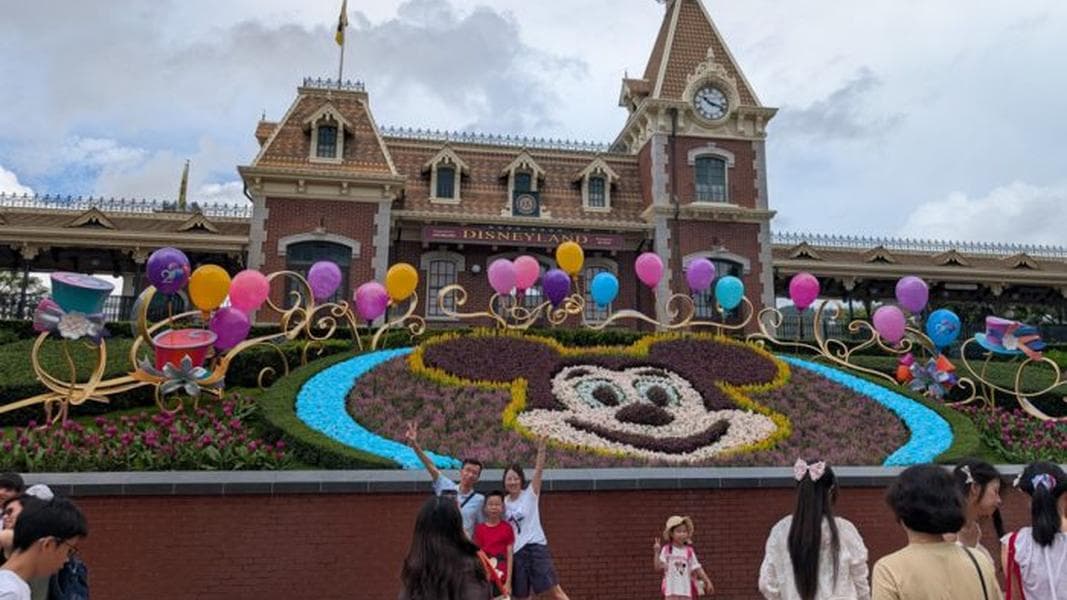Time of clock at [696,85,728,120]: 10:17
